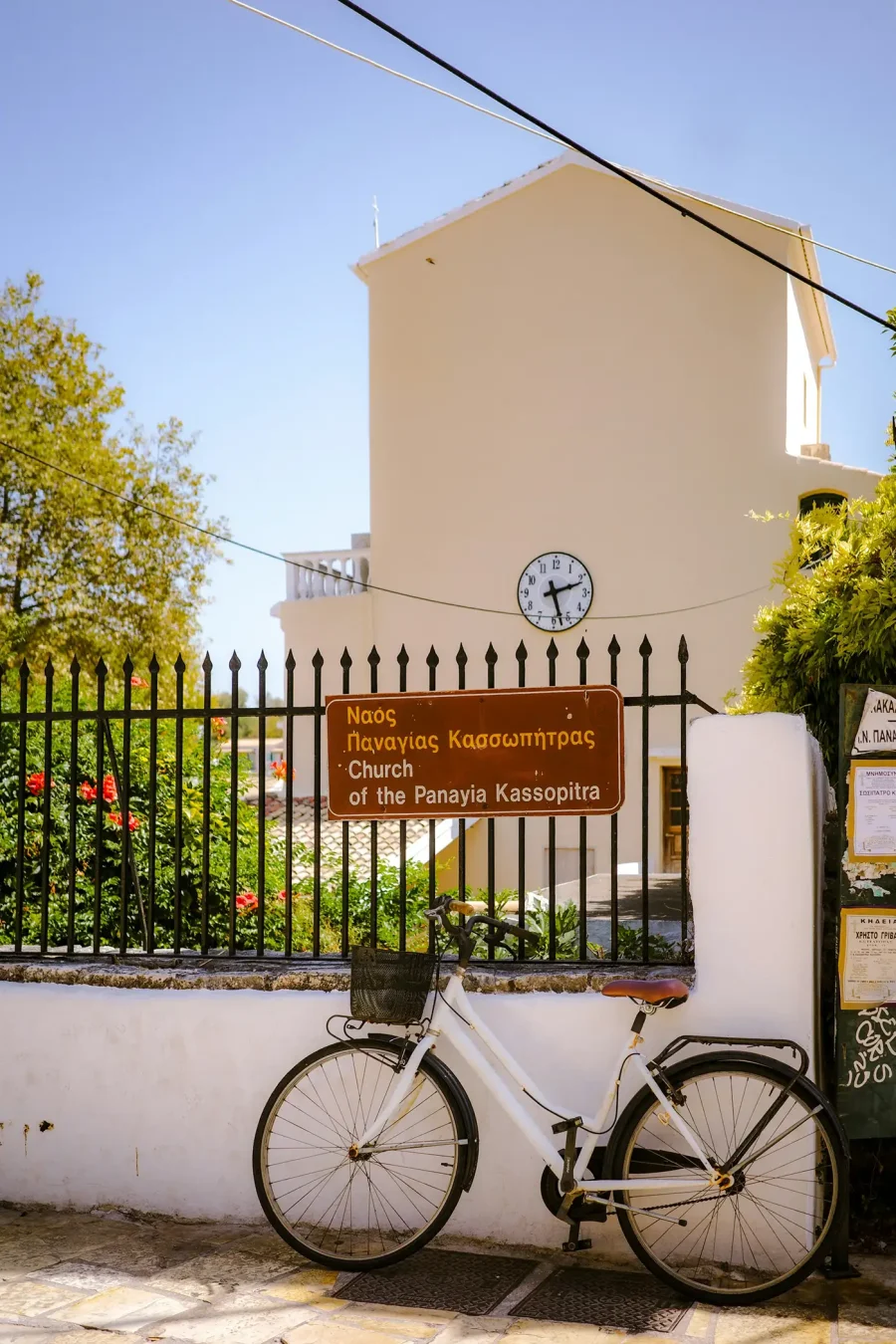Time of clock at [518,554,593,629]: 2:27
